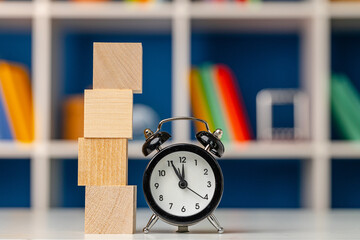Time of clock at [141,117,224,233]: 11:55
